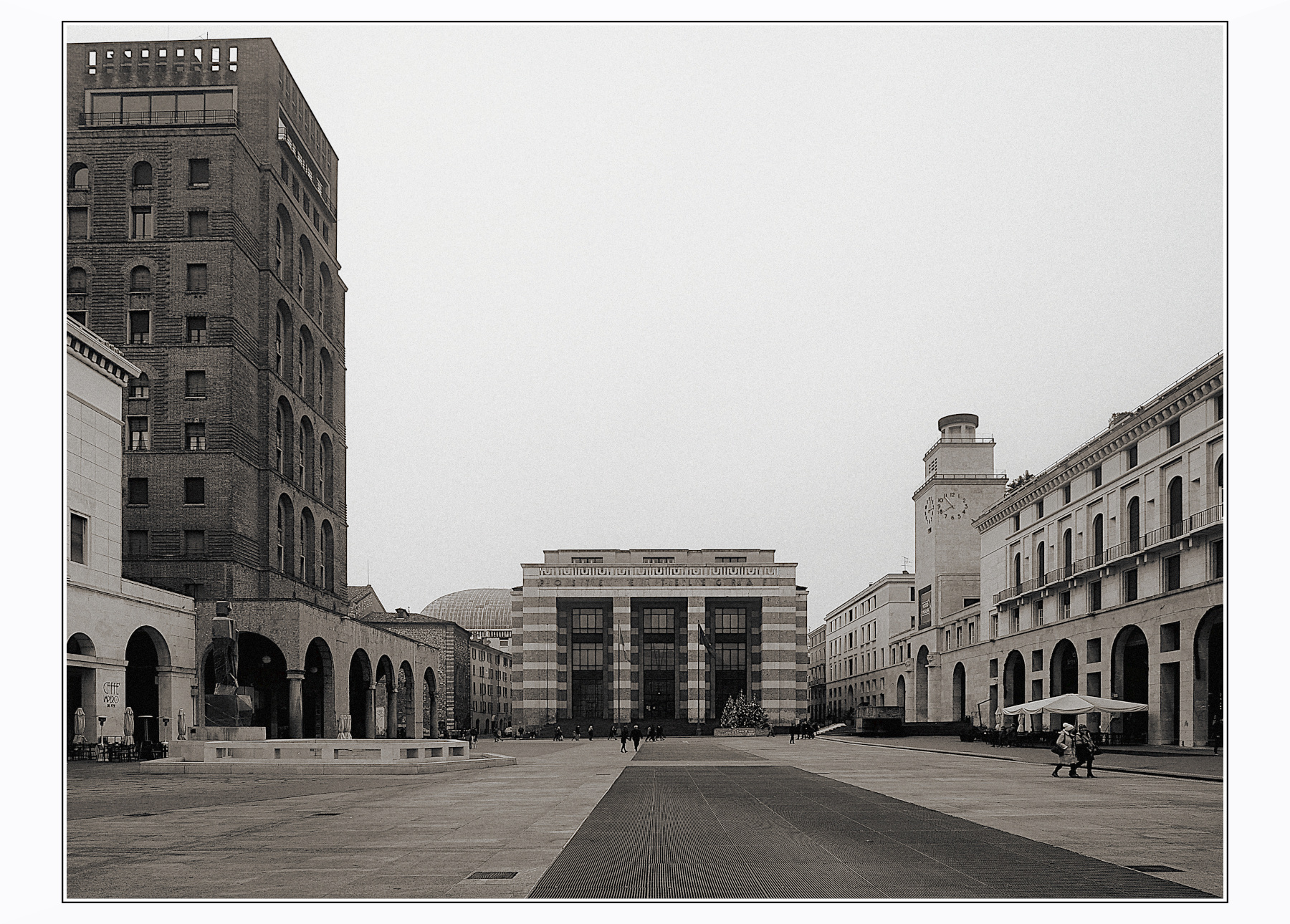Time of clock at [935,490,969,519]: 7:53
